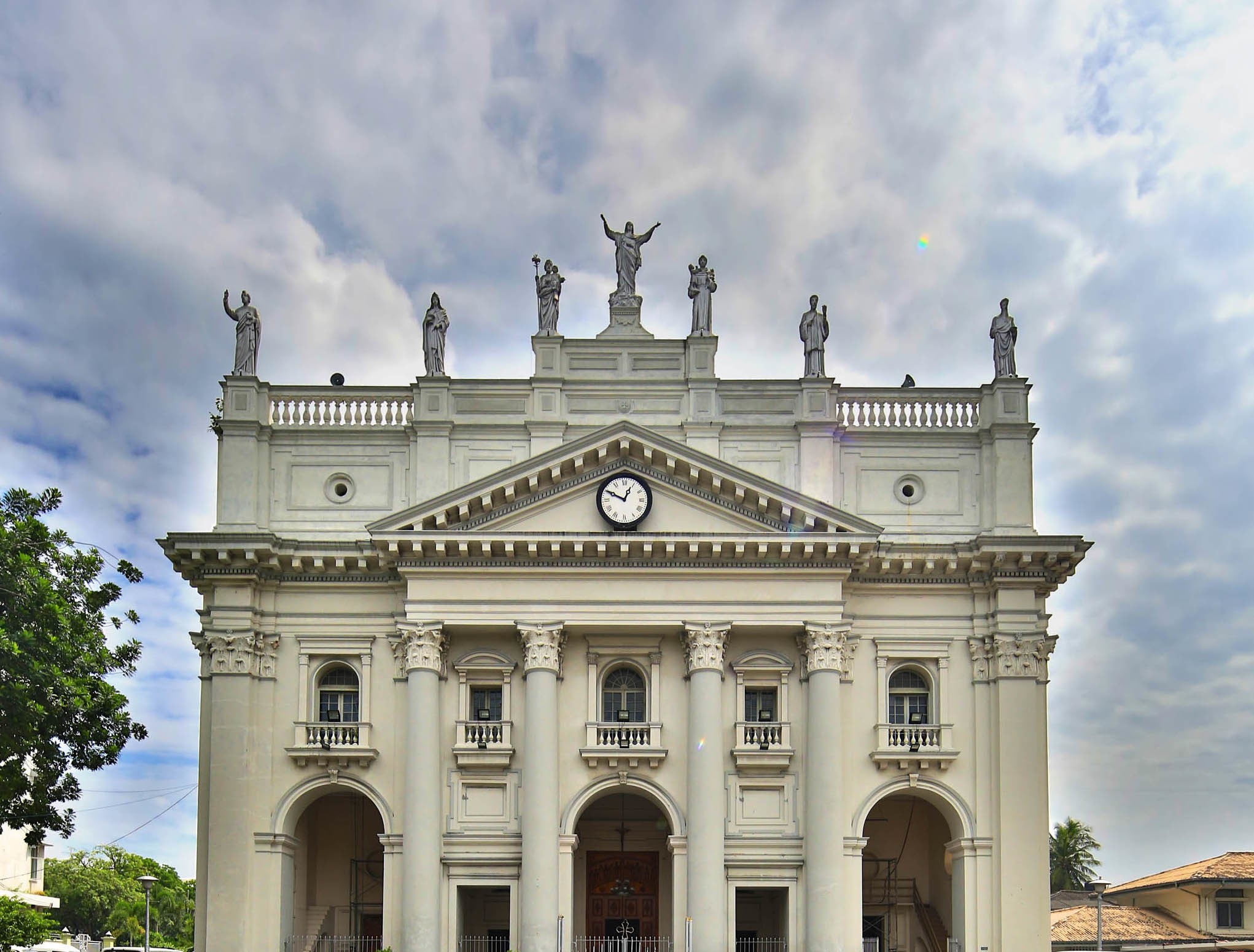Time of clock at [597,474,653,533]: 12:49
